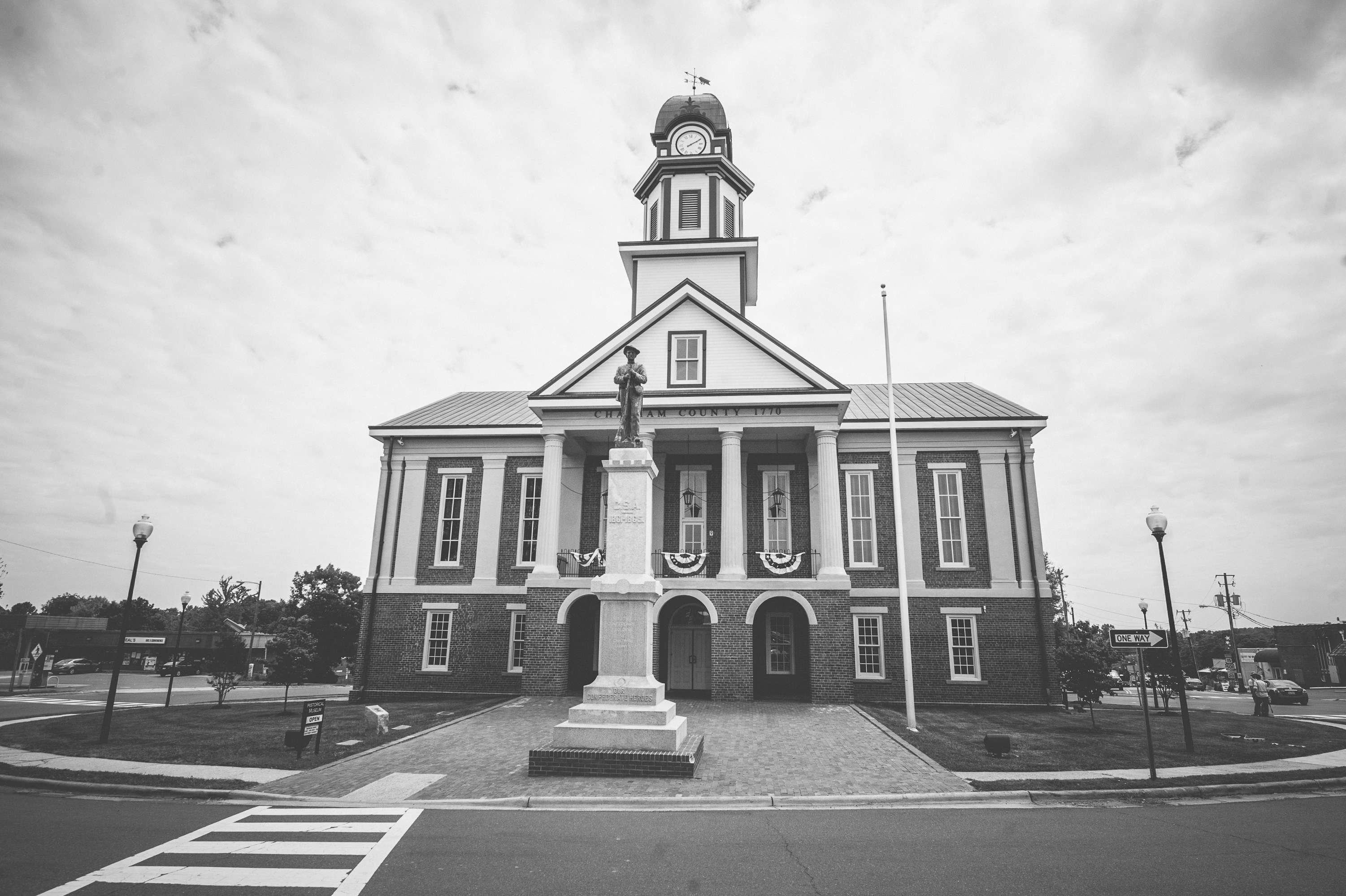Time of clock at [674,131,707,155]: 2:10
